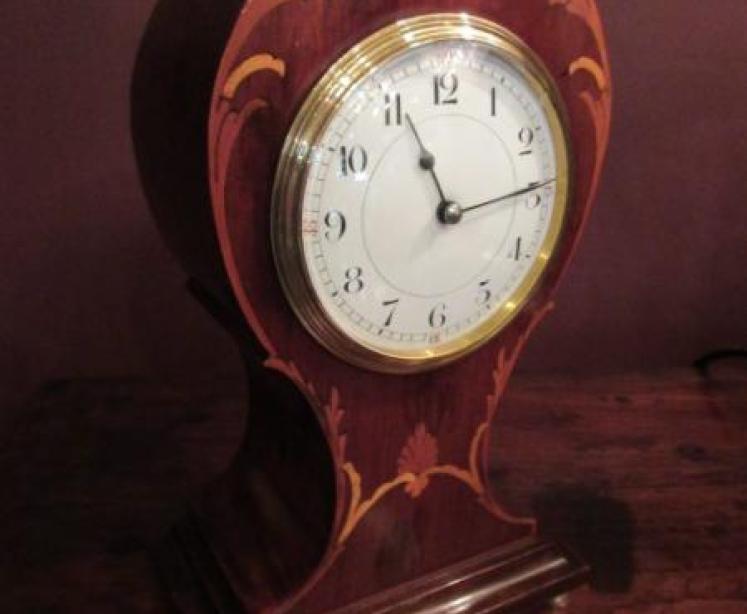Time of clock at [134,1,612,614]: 11:14
